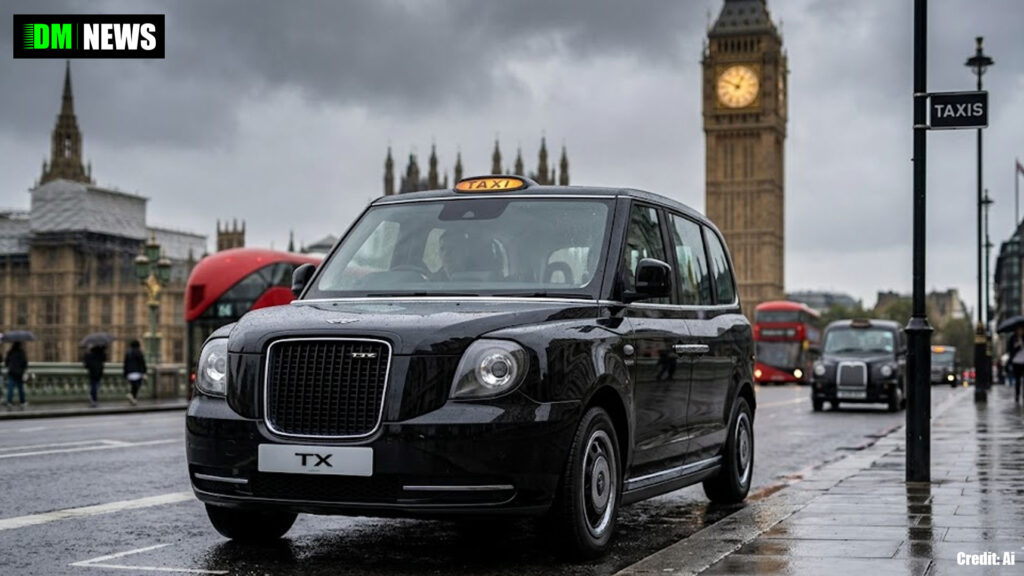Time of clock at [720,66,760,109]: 12:49
